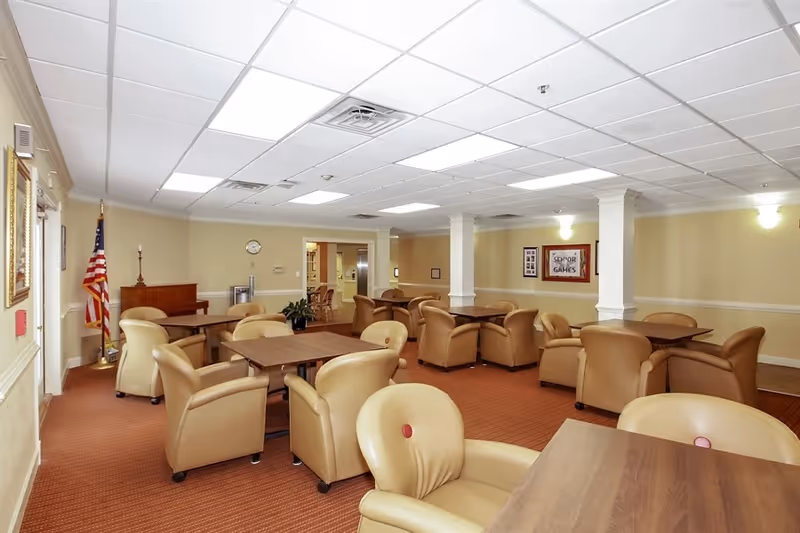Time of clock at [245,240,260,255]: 5:11
